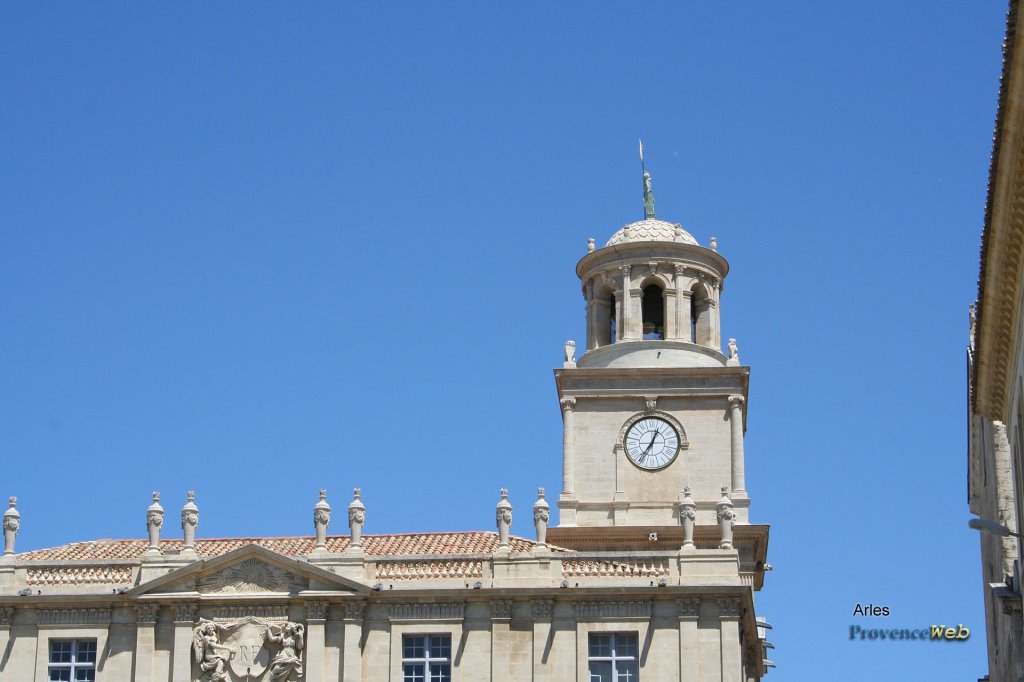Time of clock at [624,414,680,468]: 12:36
